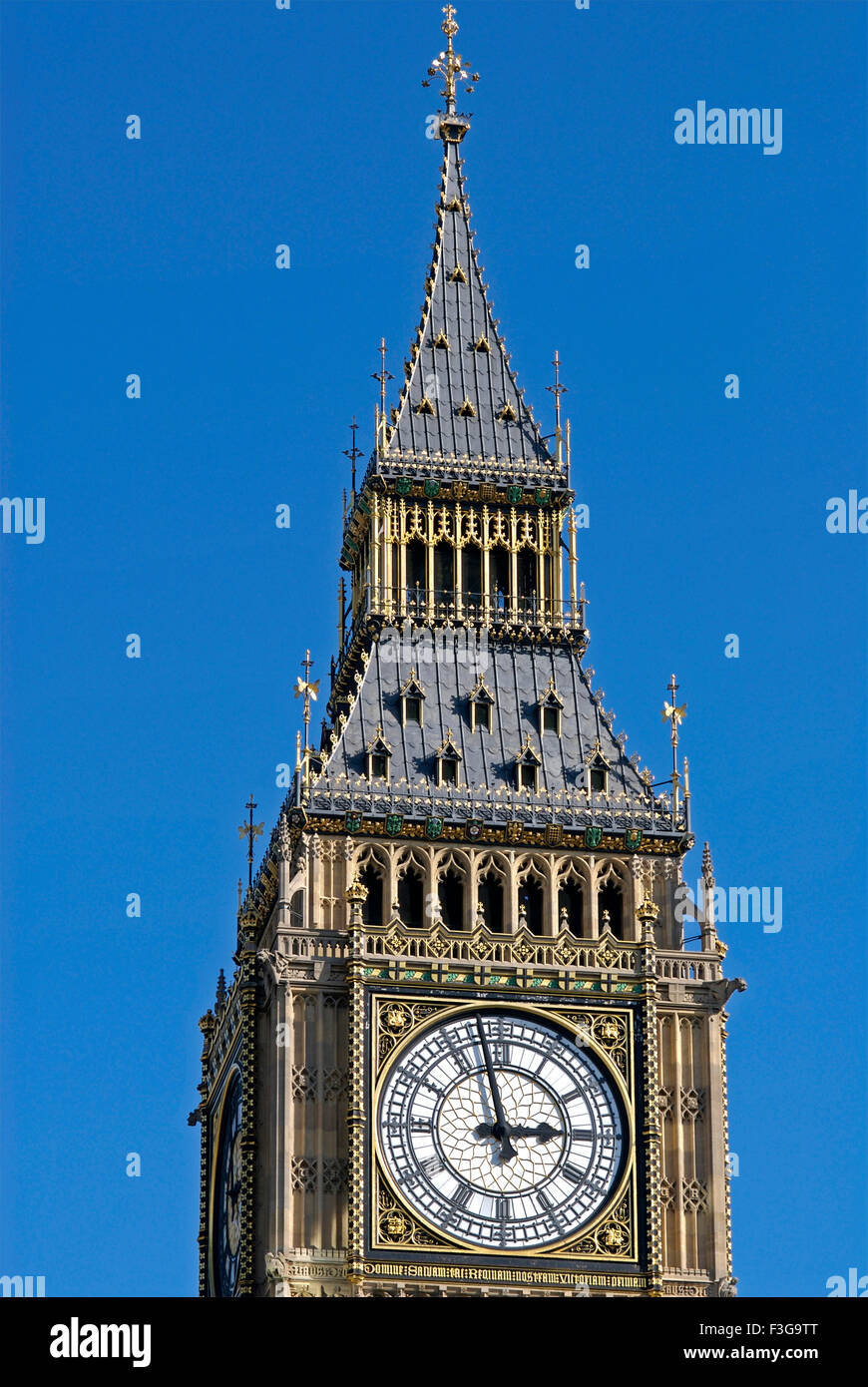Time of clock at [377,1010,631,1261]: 2:57
